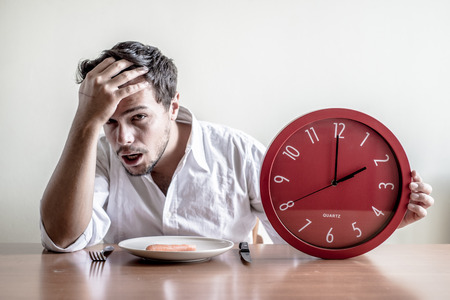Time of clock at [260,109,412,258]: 1:59
